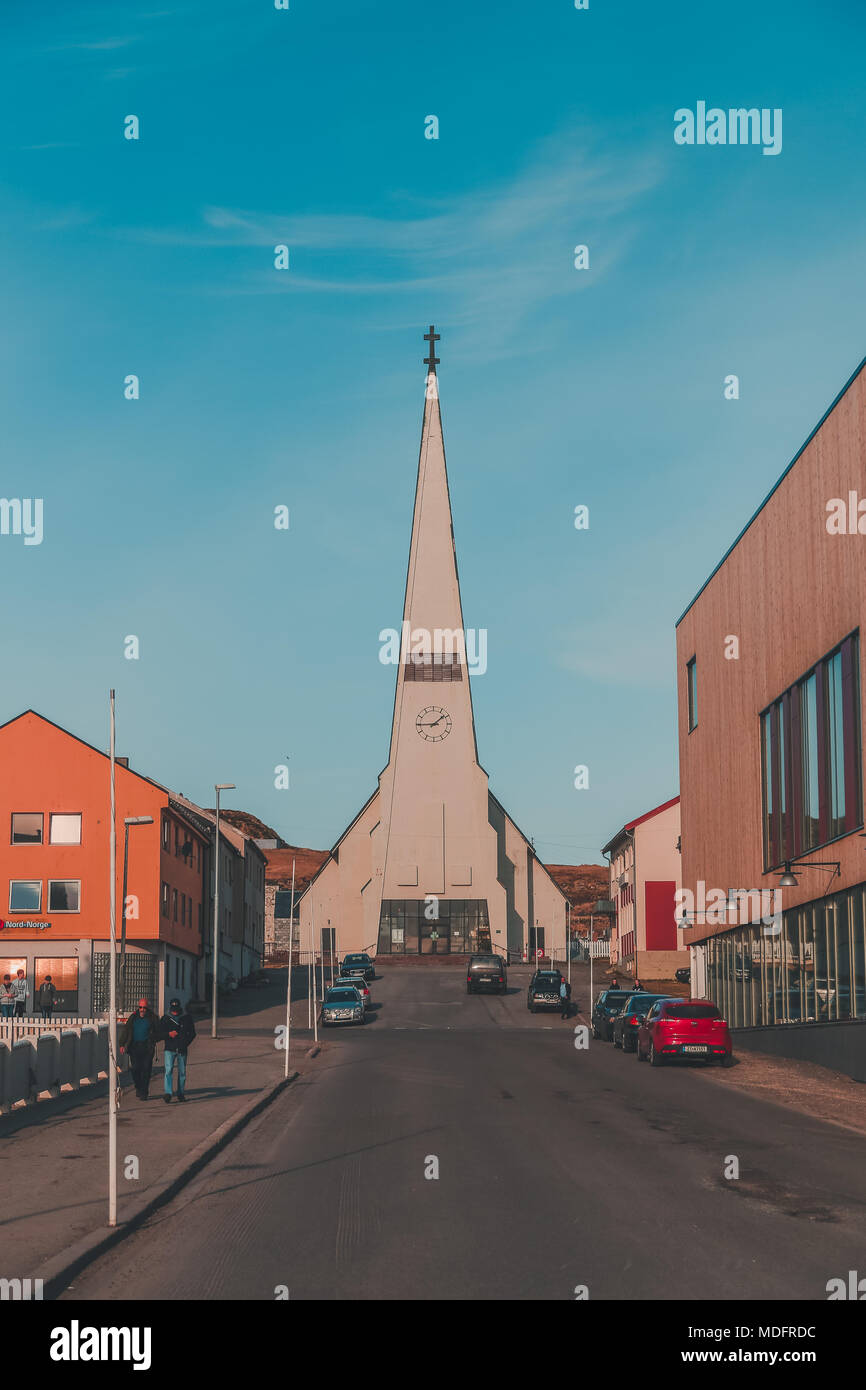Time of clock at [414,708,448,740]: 1:44
